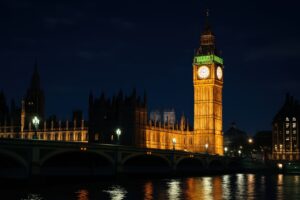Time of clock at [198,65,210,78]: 9:12
